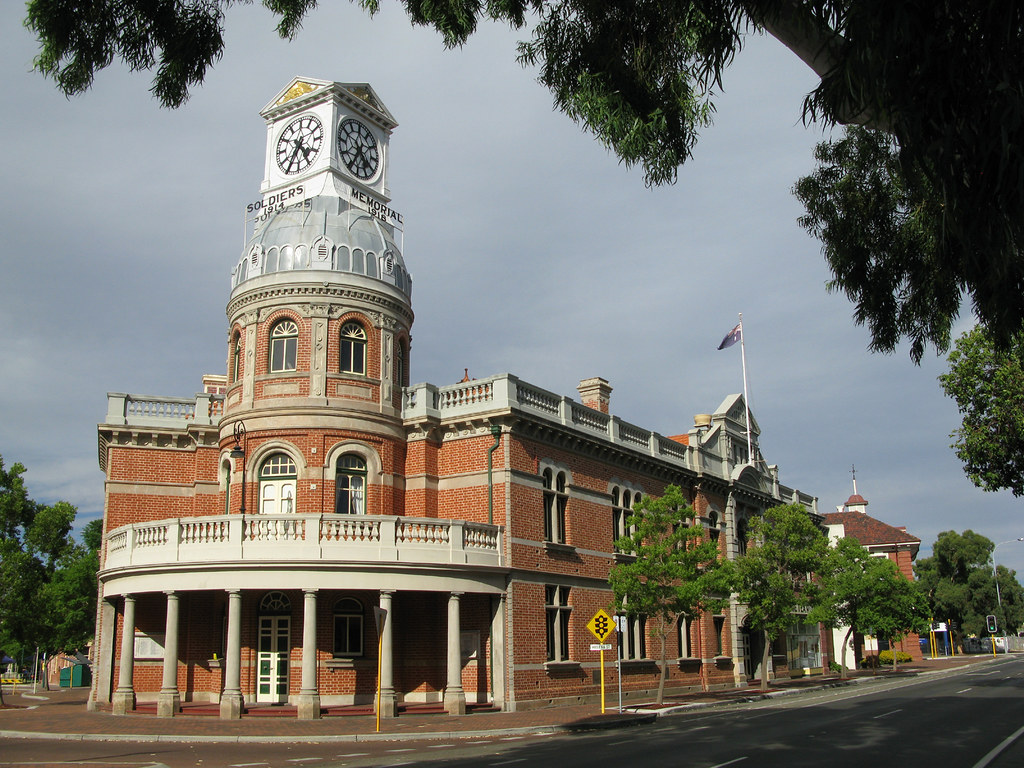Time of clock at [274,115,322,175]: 4:35
